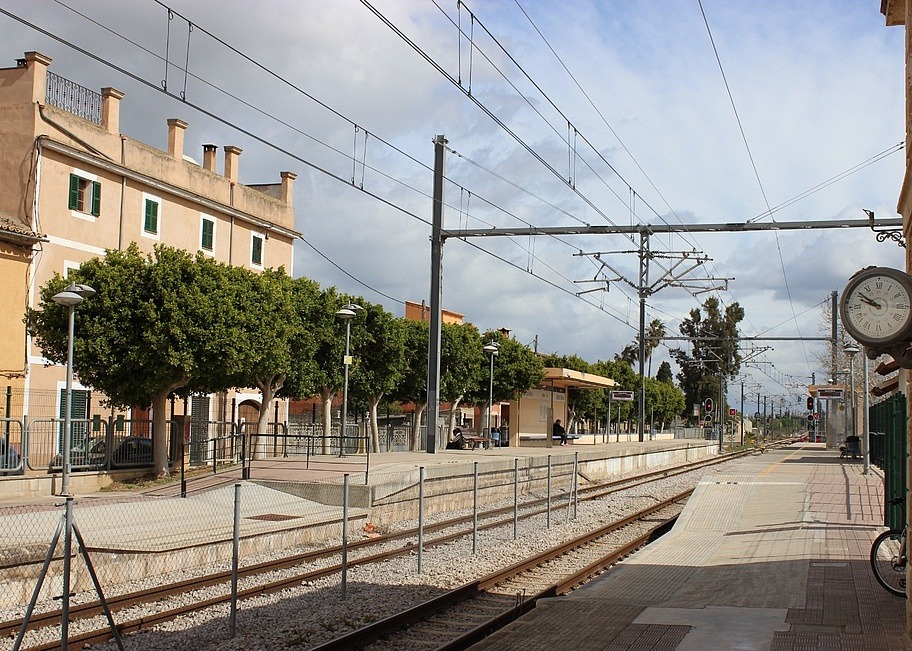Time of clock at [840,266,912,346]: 9:51
